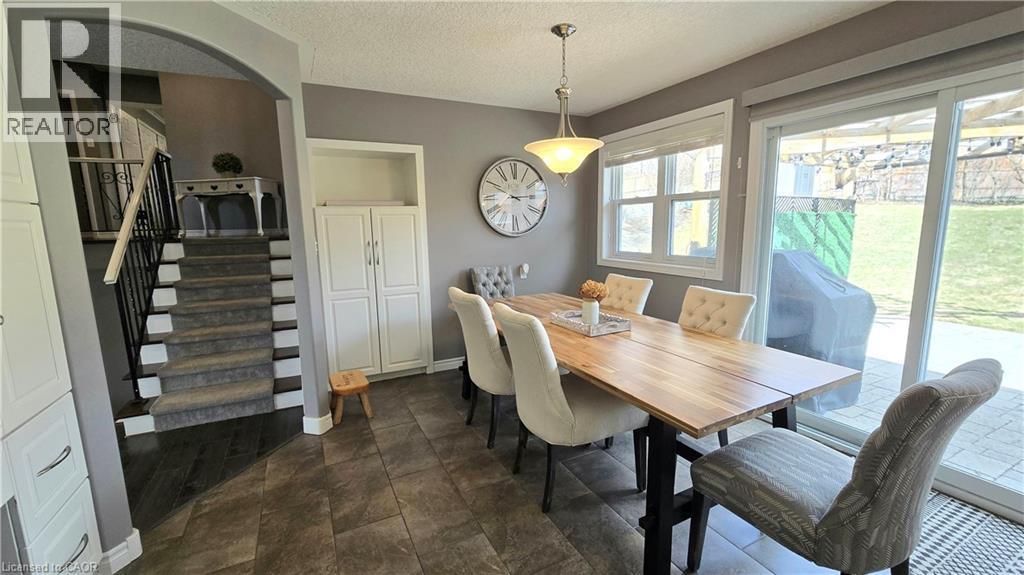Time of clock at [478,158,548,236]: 2:49
